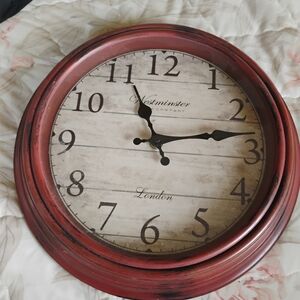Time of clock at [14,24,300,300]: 11:13
